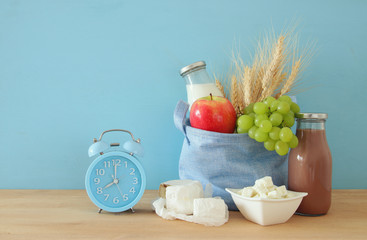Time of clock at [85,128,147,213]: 8:00
